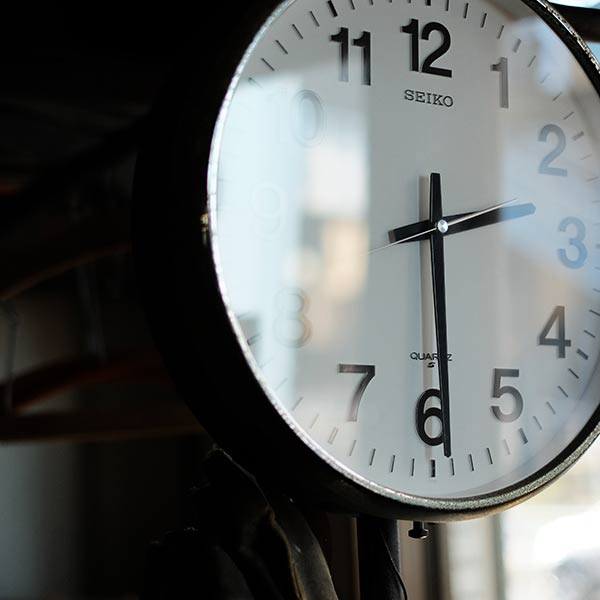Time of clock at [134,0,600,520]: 2:29
